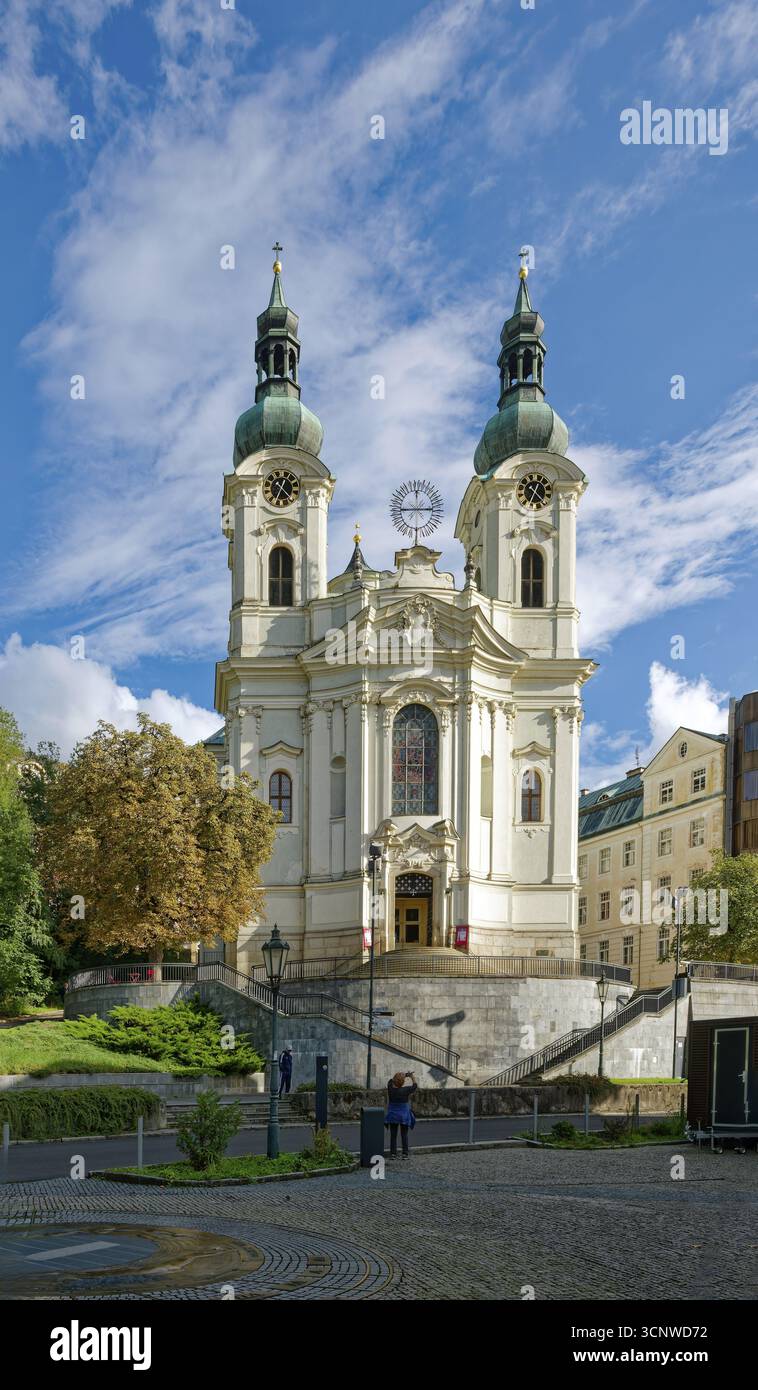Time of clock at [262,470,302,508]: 12:34
